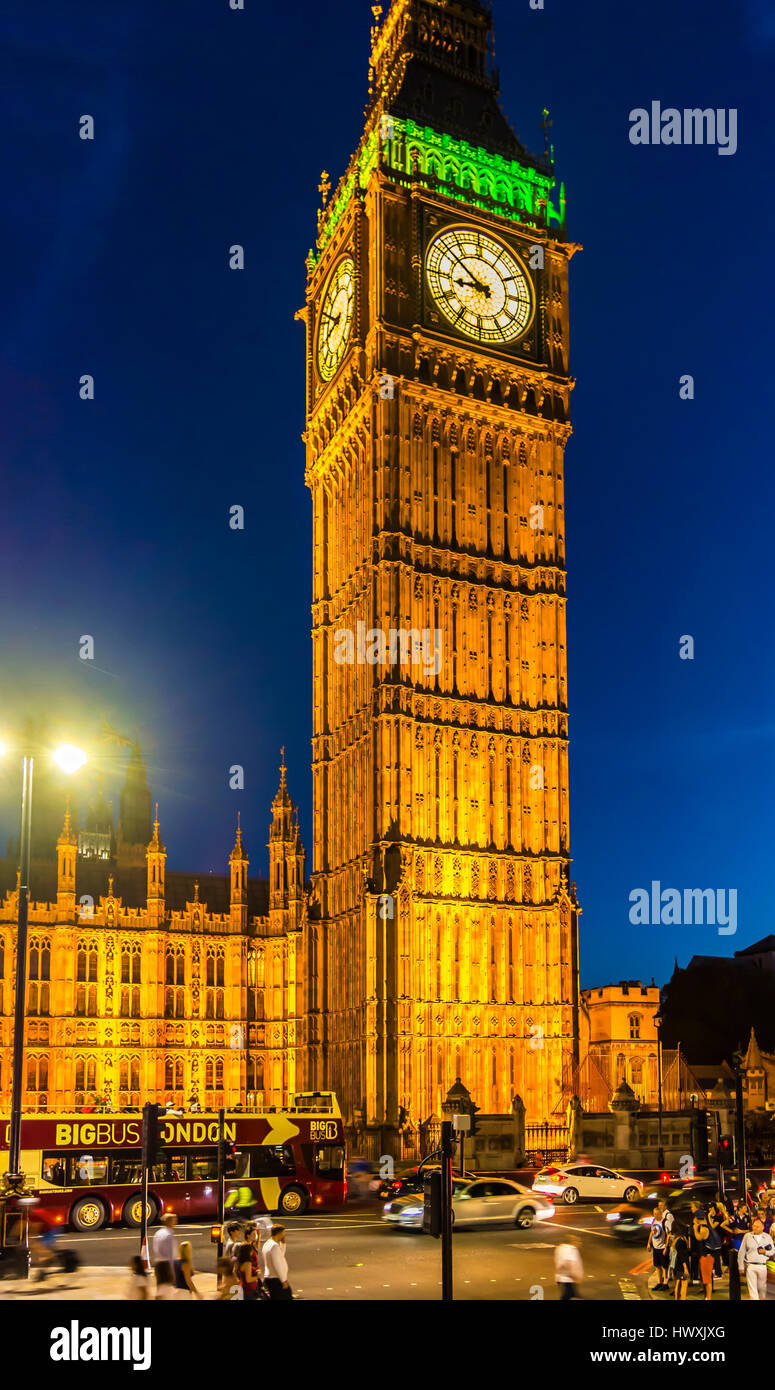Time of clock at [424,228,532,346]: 8:51
